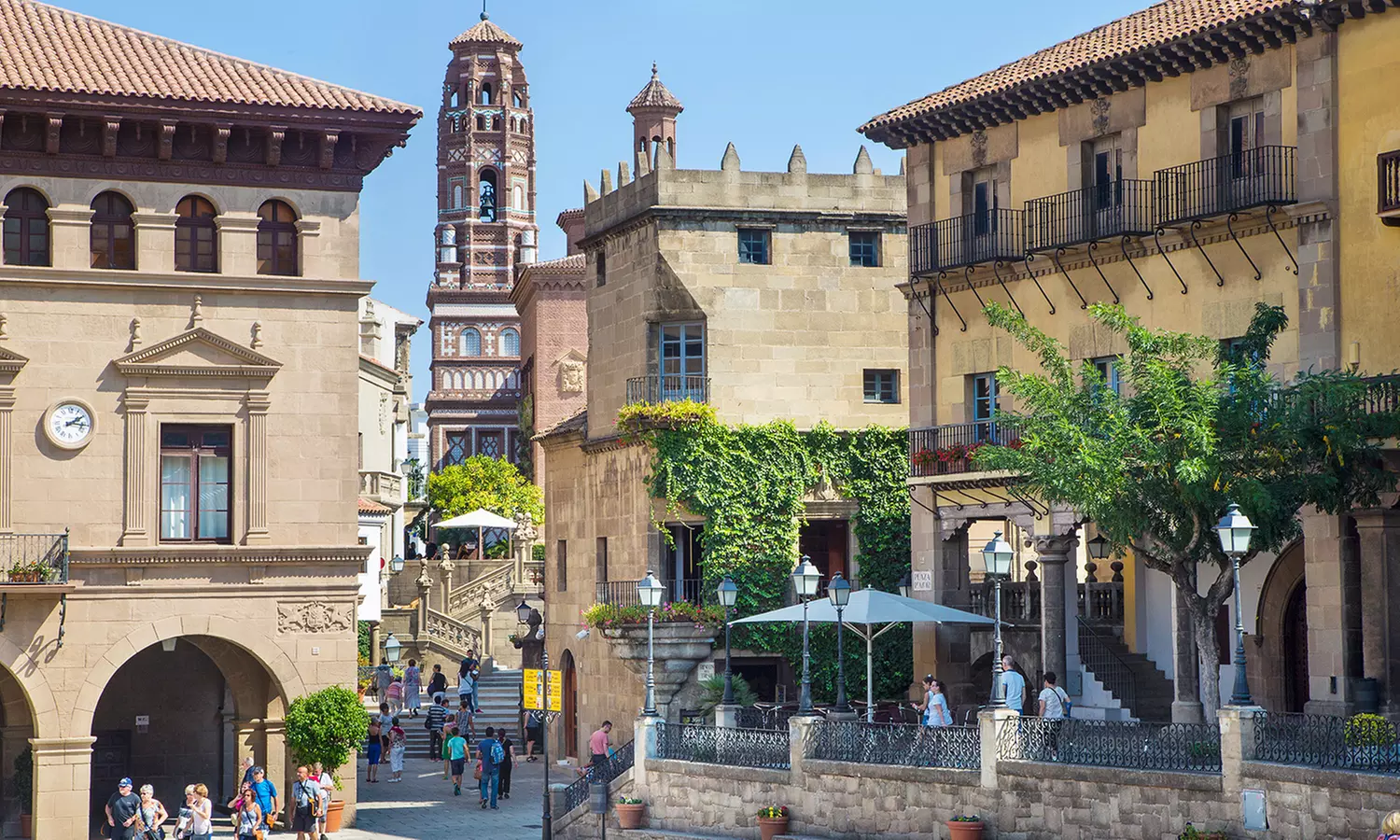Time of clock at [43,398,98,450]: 2:16
